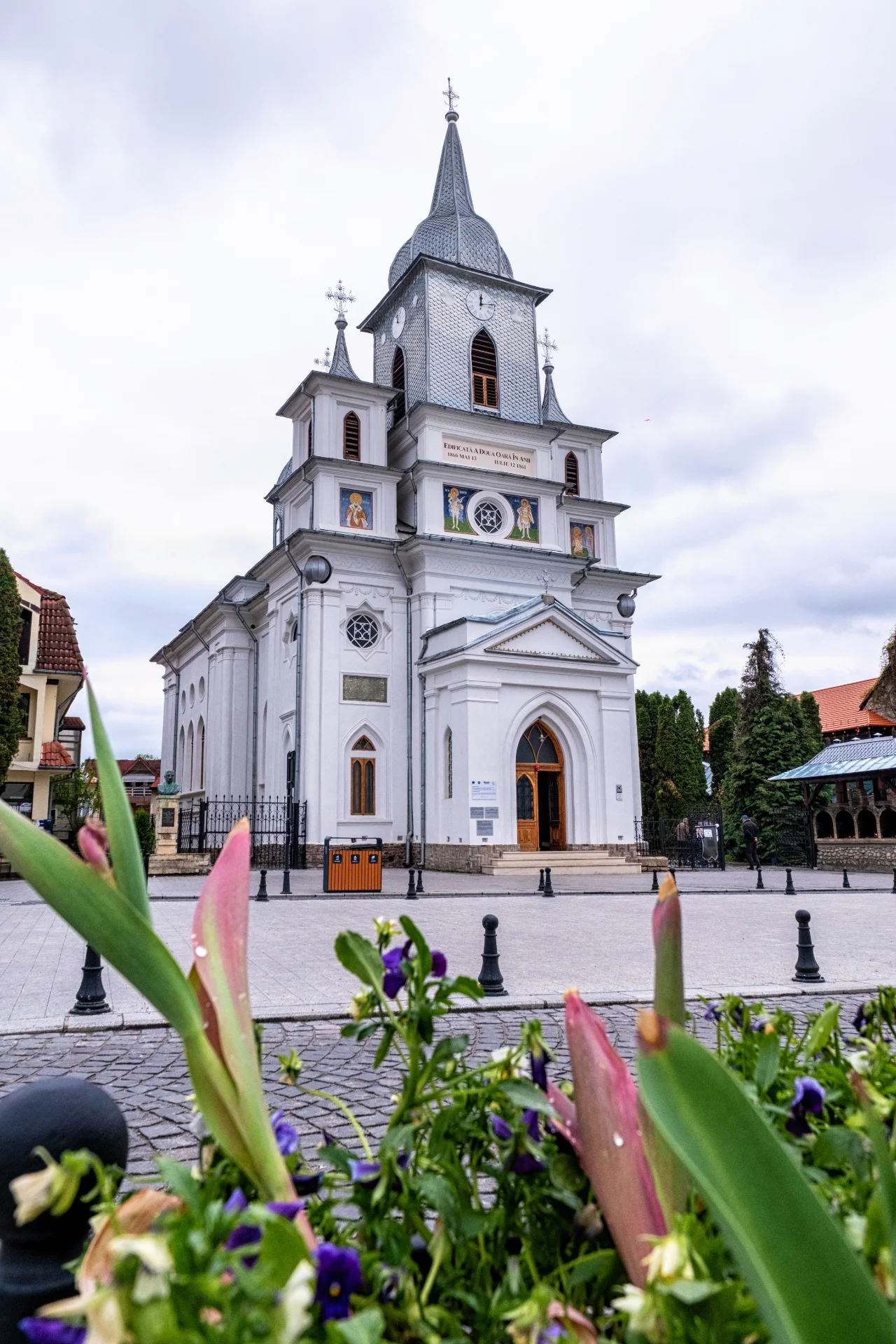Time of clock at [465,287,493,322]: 12:13
